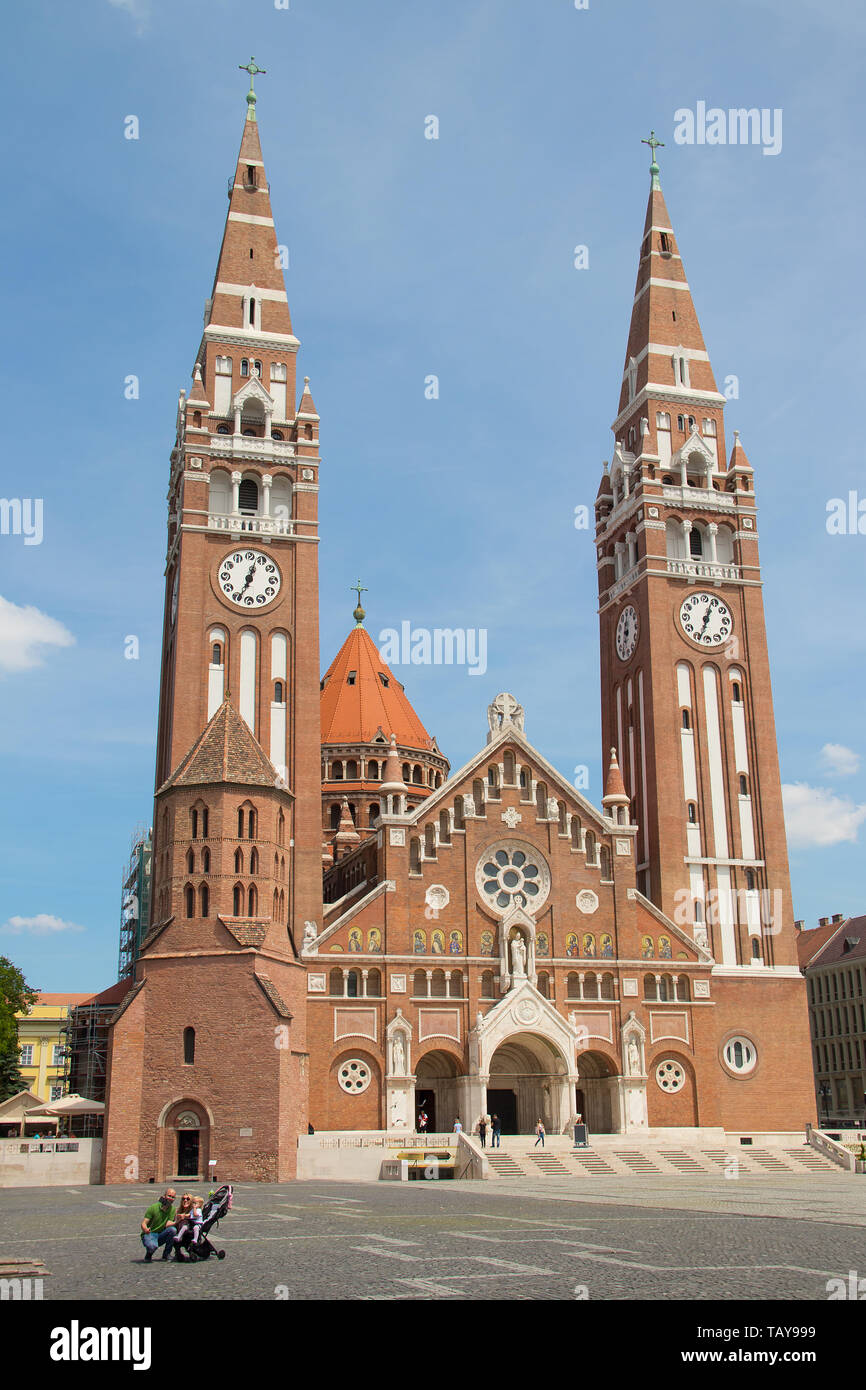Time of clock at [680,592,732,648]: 12:33
